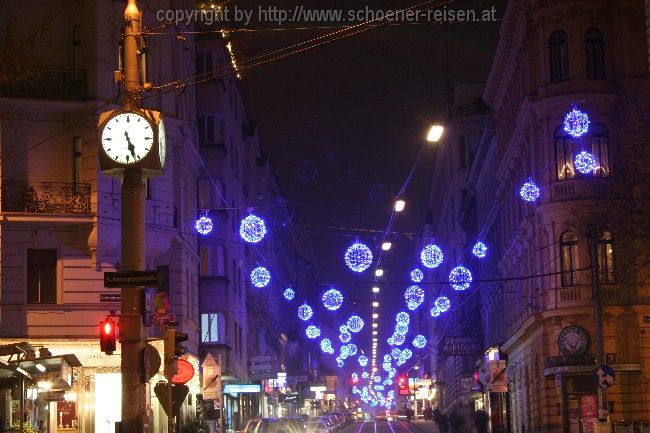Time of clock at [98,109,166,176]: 5:26
